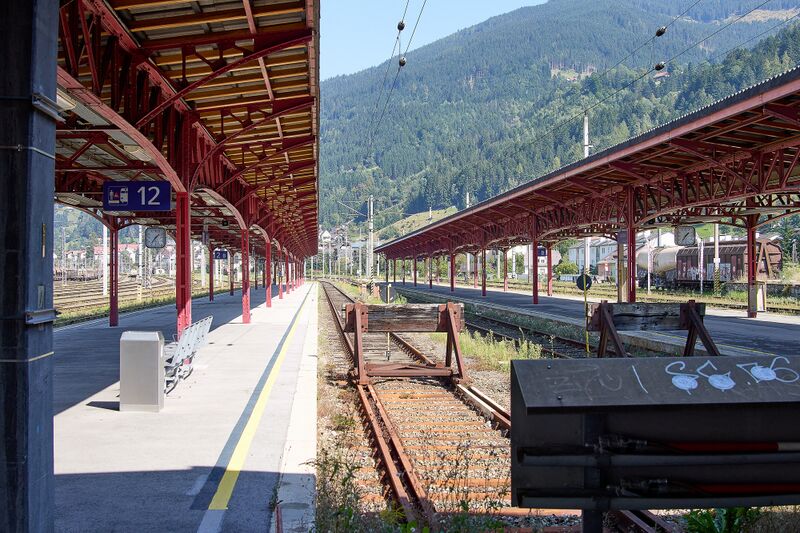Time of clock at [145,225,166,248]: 1:36
